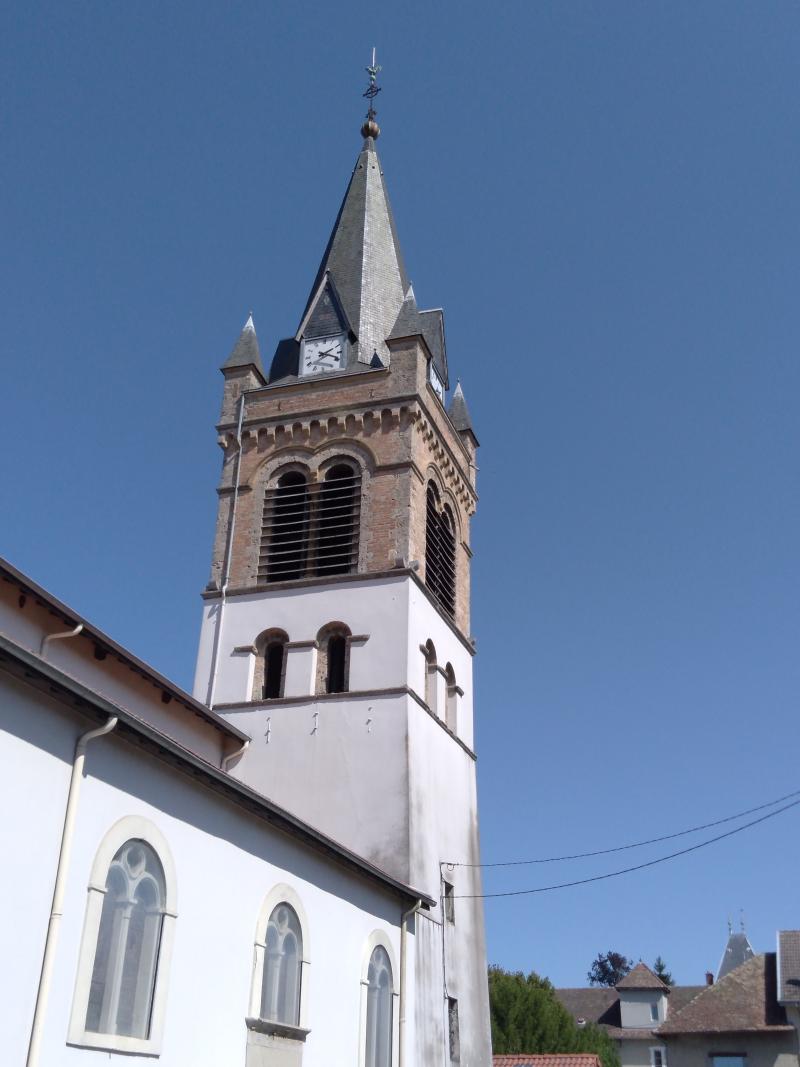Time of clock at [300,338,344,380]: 2:18
